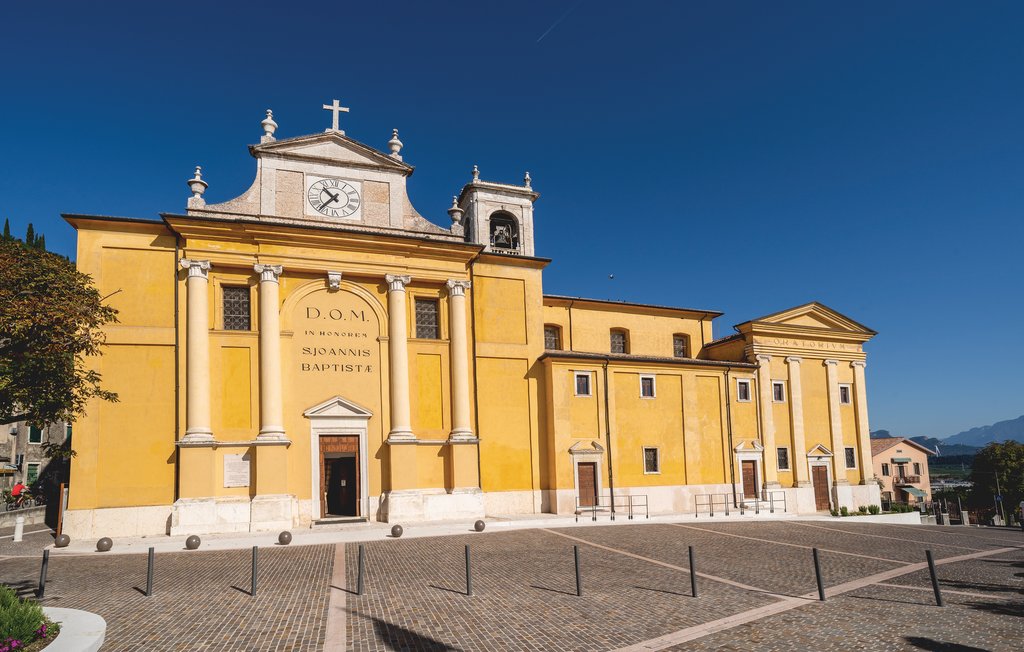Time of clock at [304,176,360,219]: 10:36
